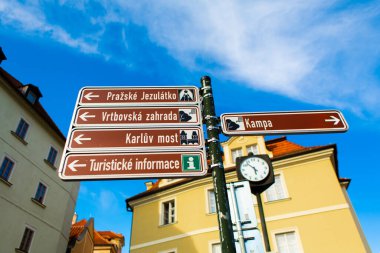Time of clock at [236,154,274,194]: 5:53
